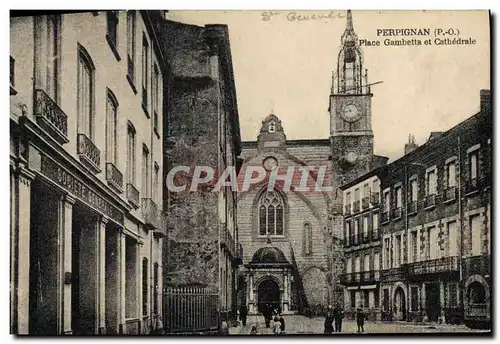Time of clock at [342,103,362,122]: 10:42
